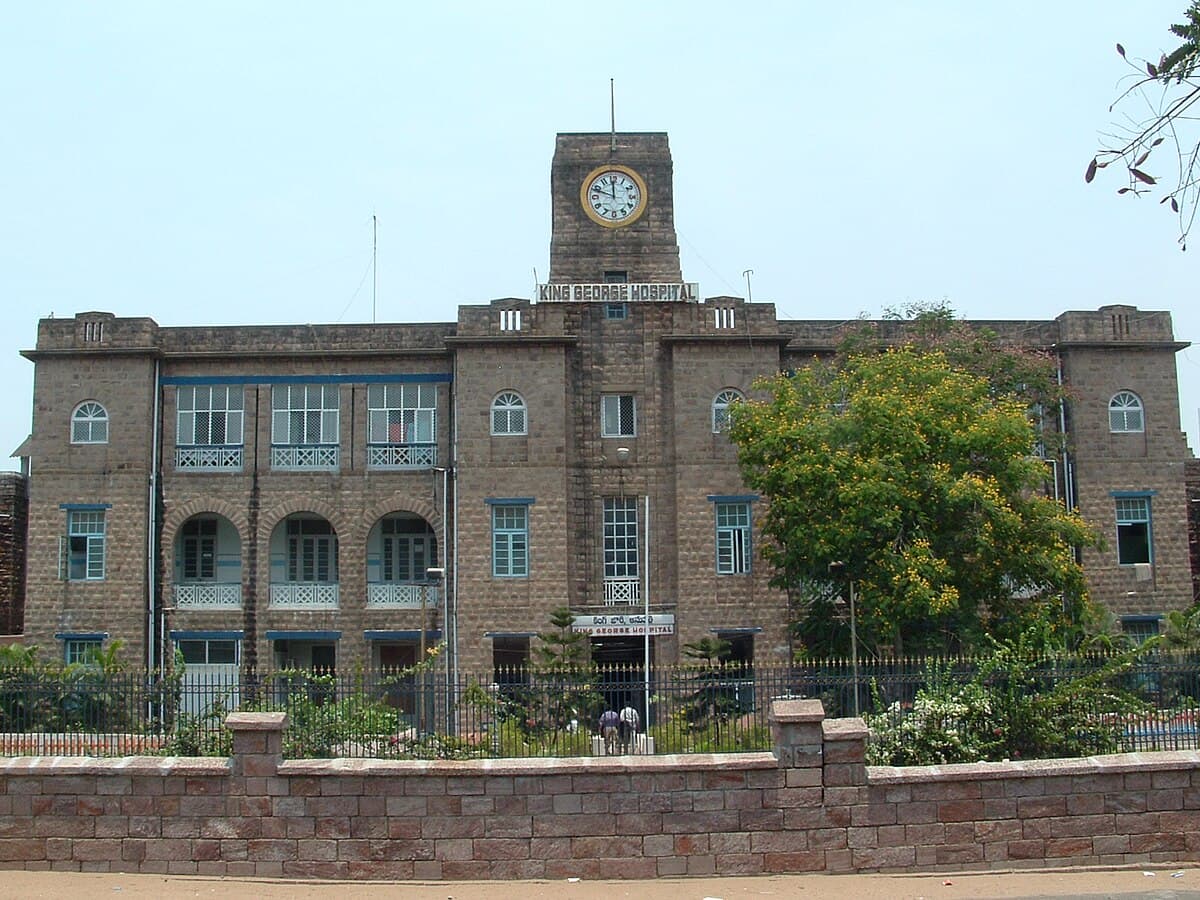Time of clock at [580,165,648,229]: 11:48
